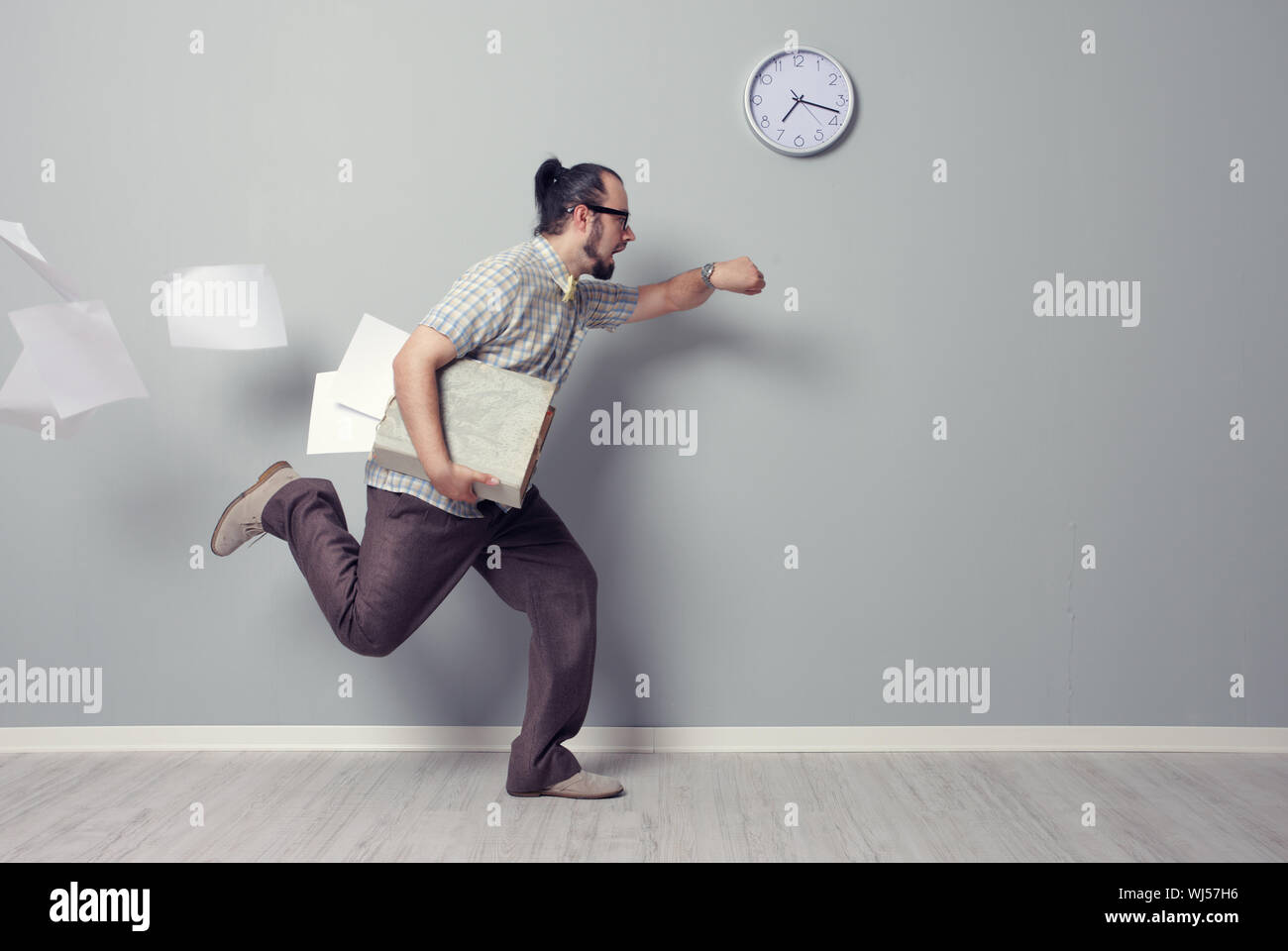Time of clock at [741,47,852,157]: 7:17
